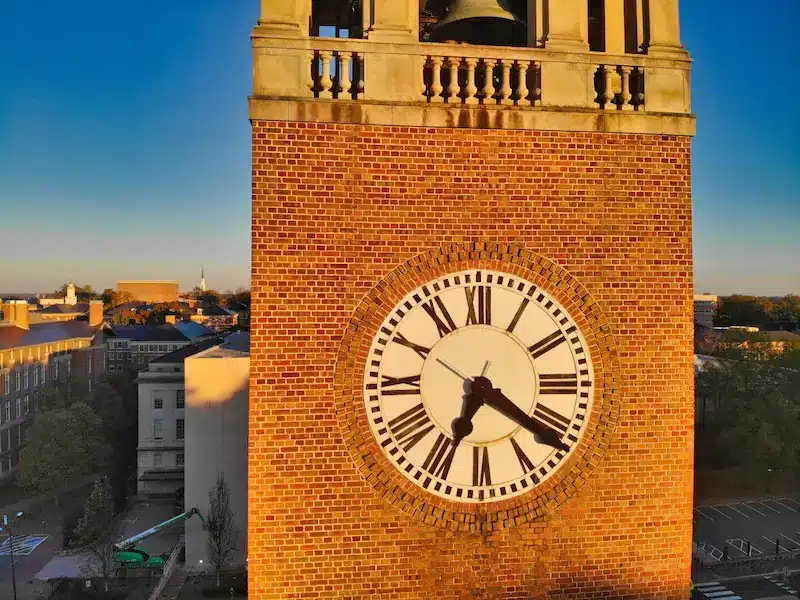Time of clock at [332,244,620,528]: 6:20
